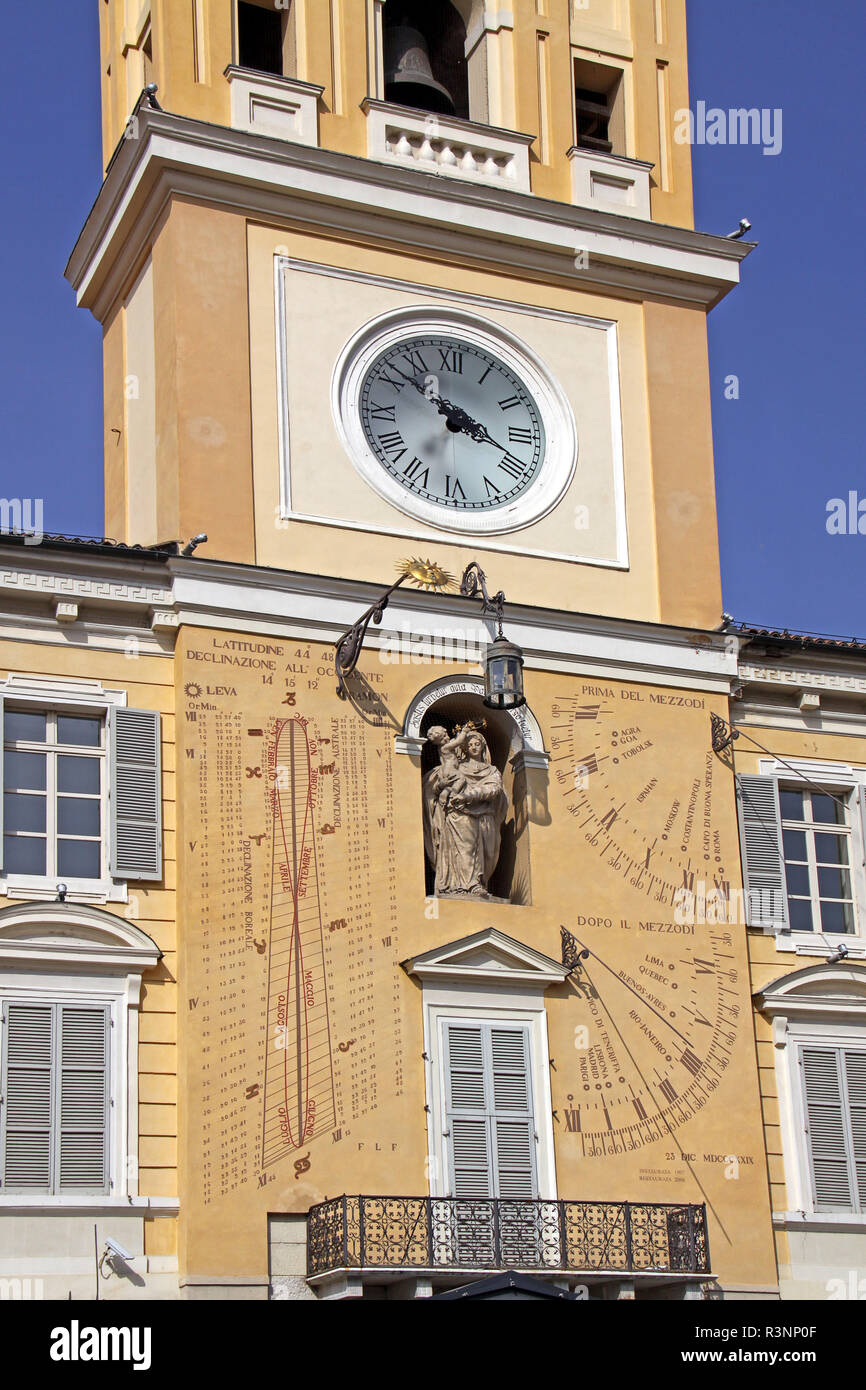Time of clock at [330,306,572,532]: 3:51
